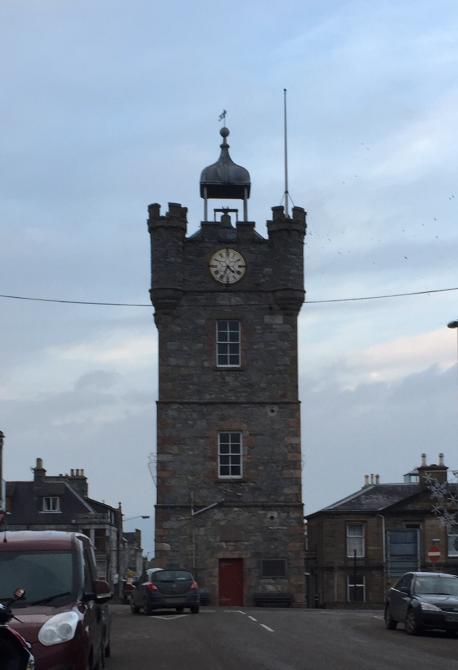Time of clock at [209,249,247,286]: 4:34
